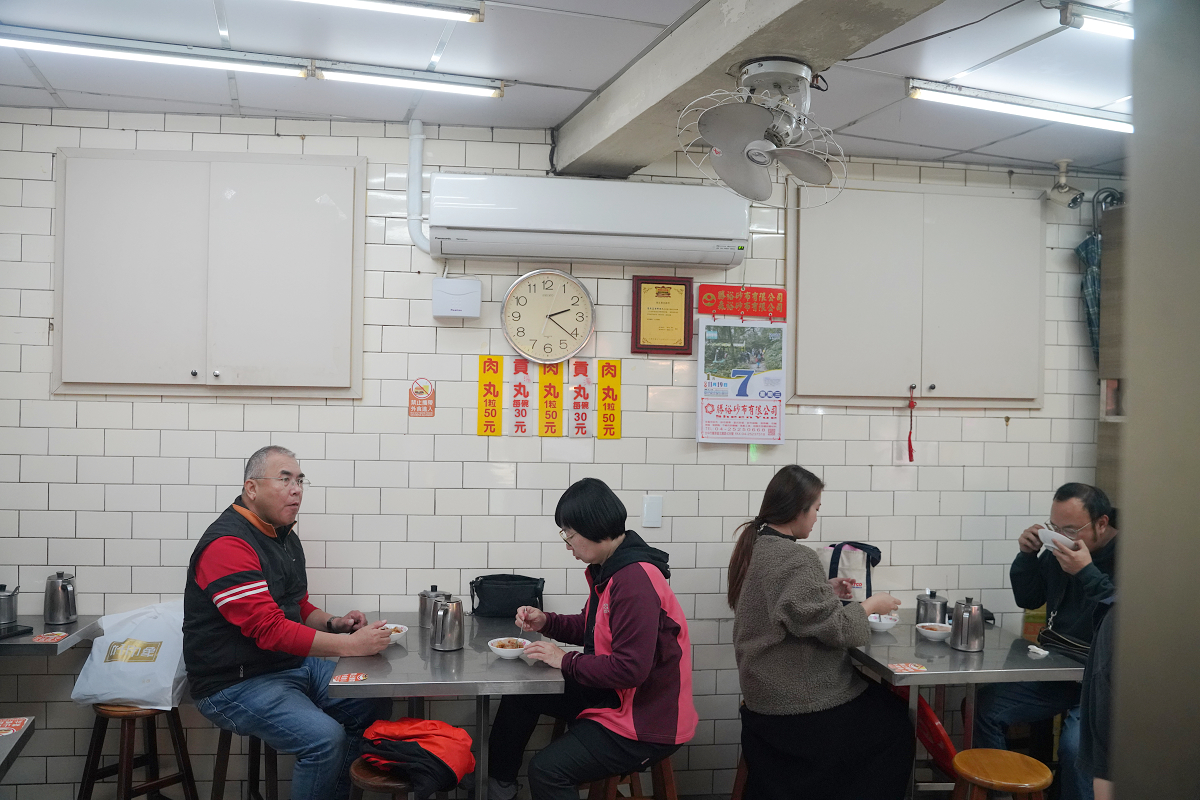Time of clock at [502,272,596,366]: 2:21
